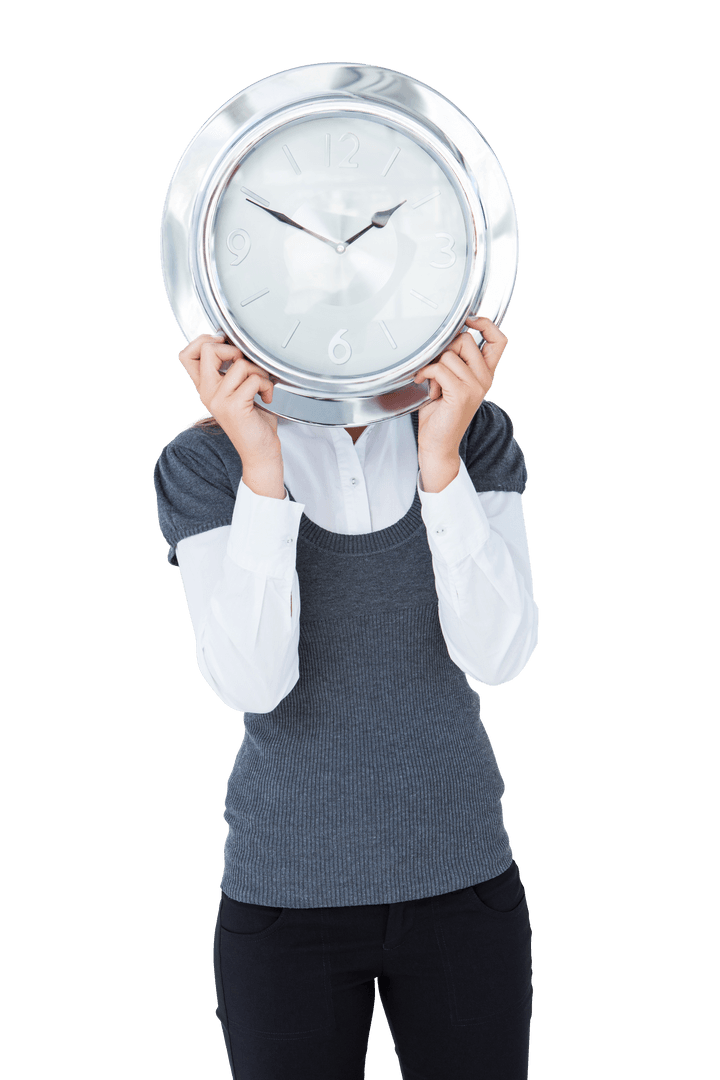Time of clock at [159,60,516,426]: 1:49
